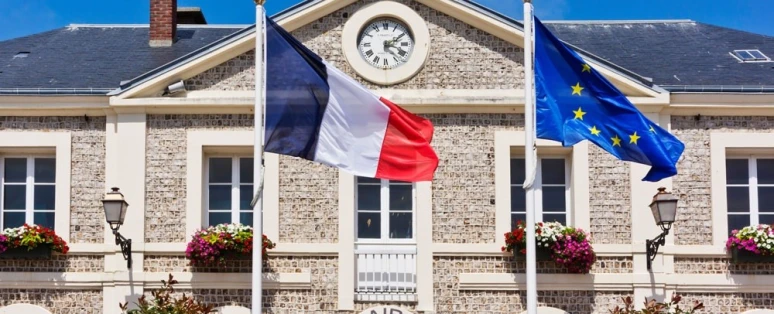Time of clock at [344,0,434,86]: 4:09
